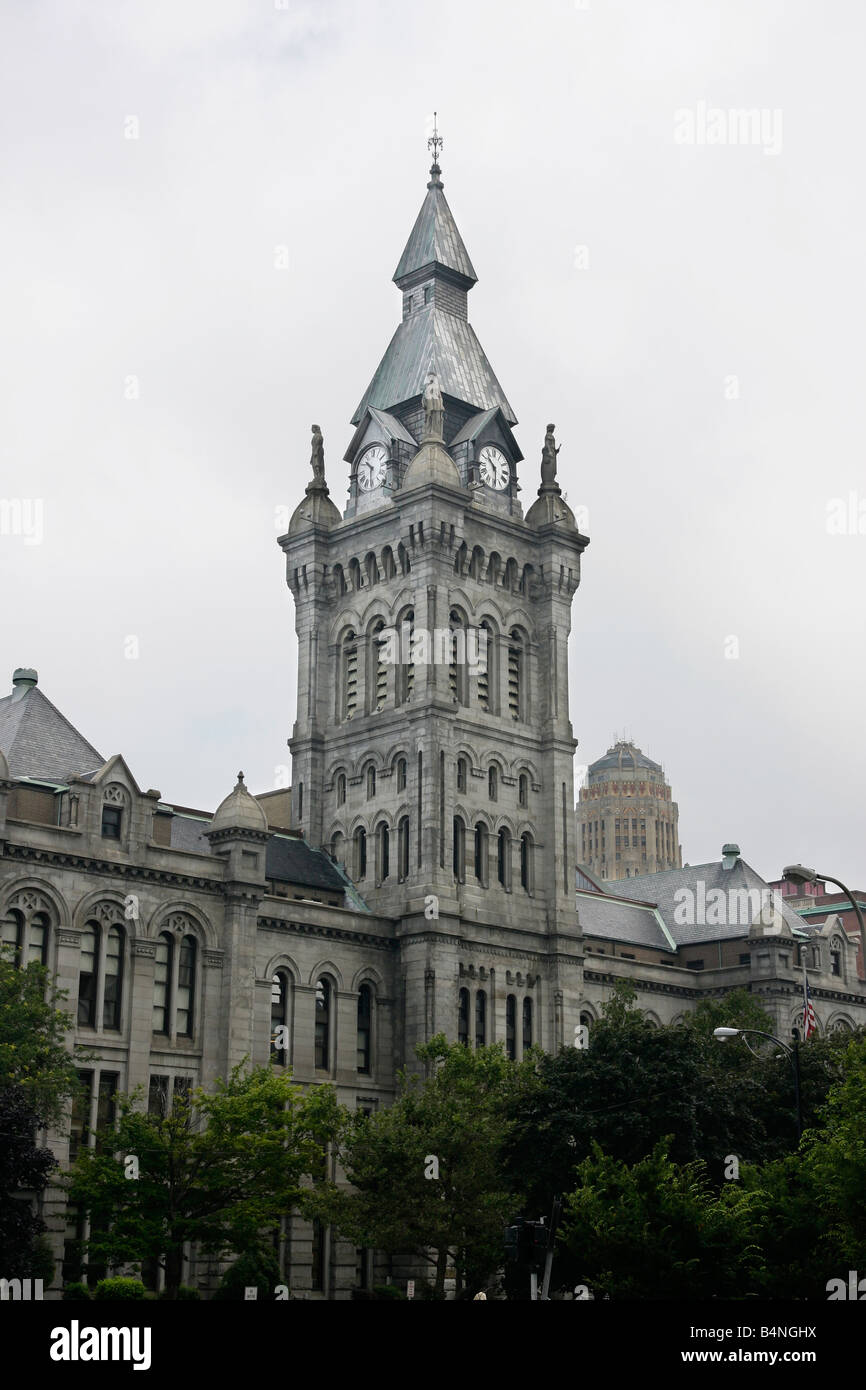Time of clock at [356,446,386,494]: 10:31
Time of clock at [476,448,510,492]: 10:30
